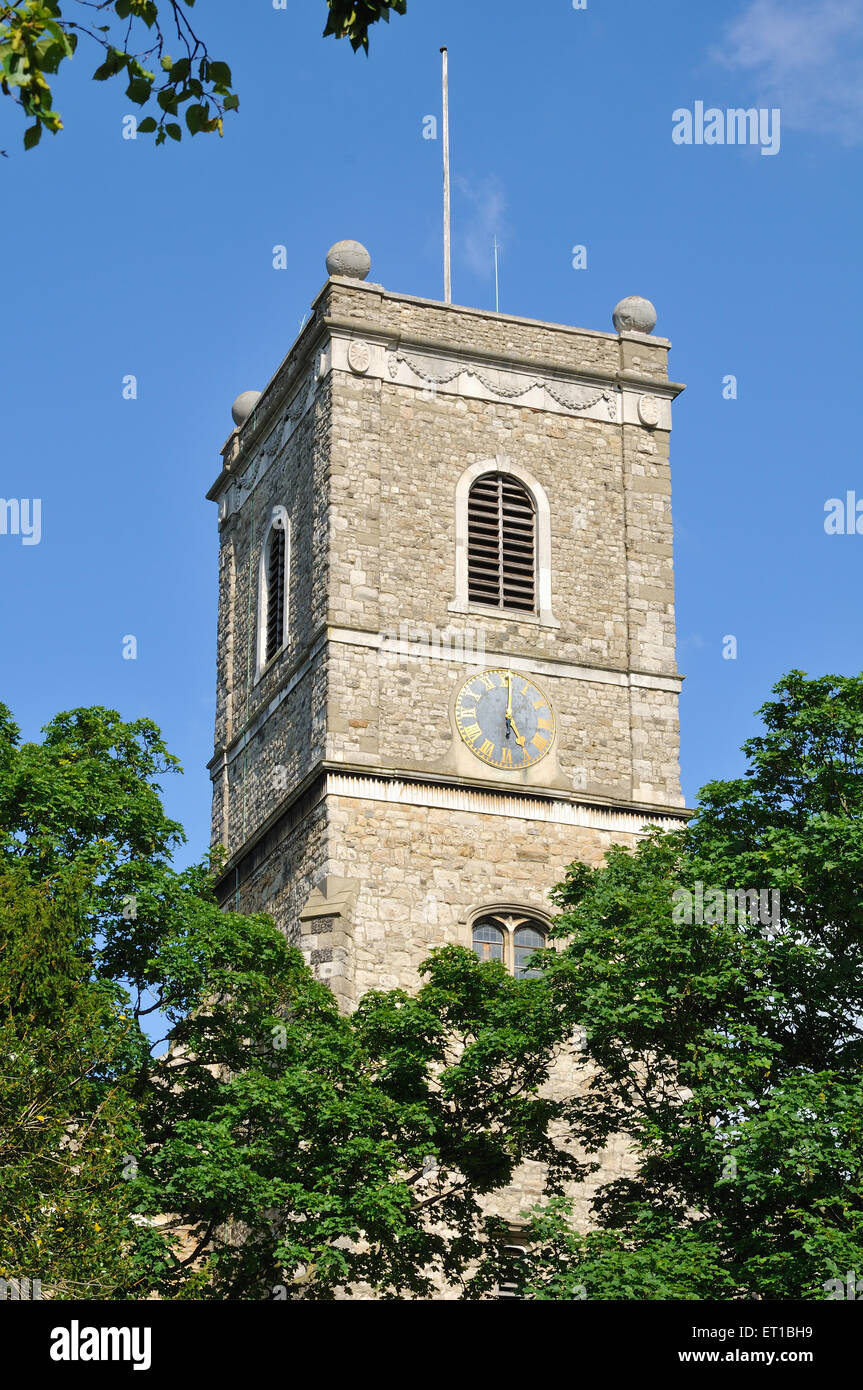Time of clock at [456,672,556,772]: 5:00
